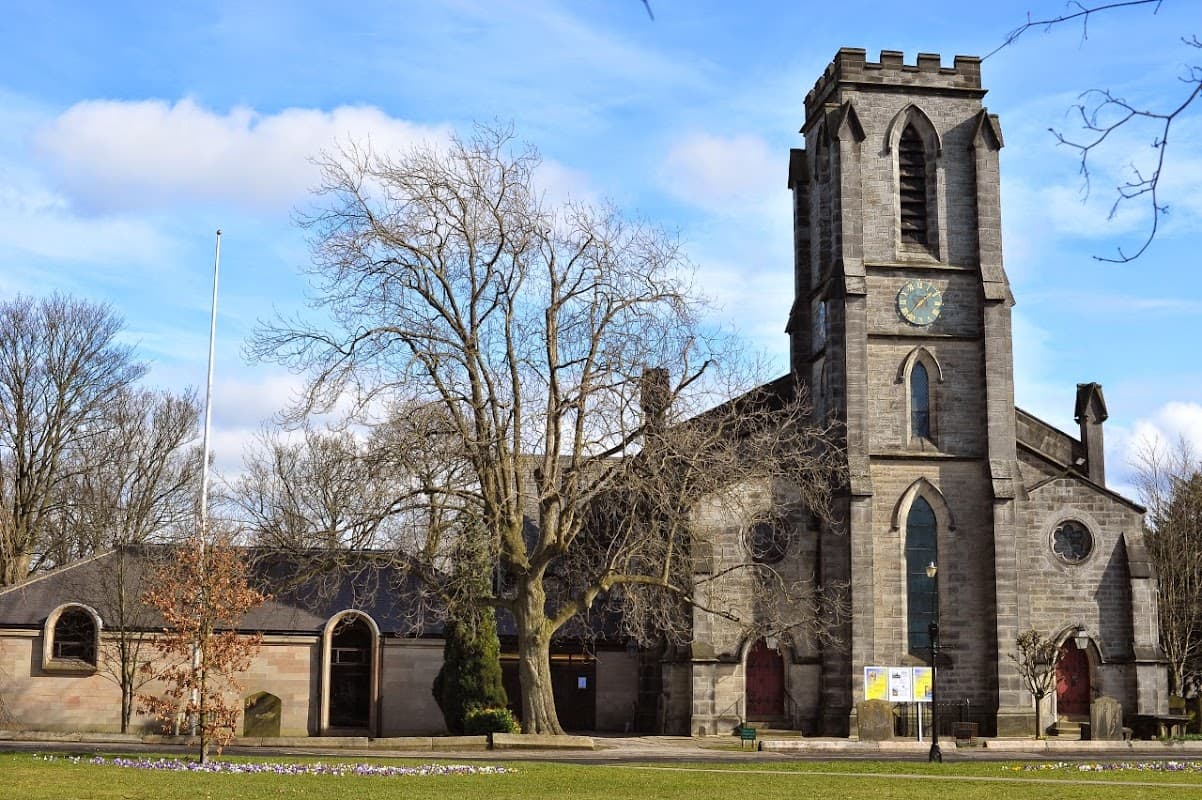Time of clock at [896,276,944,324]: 1:37
